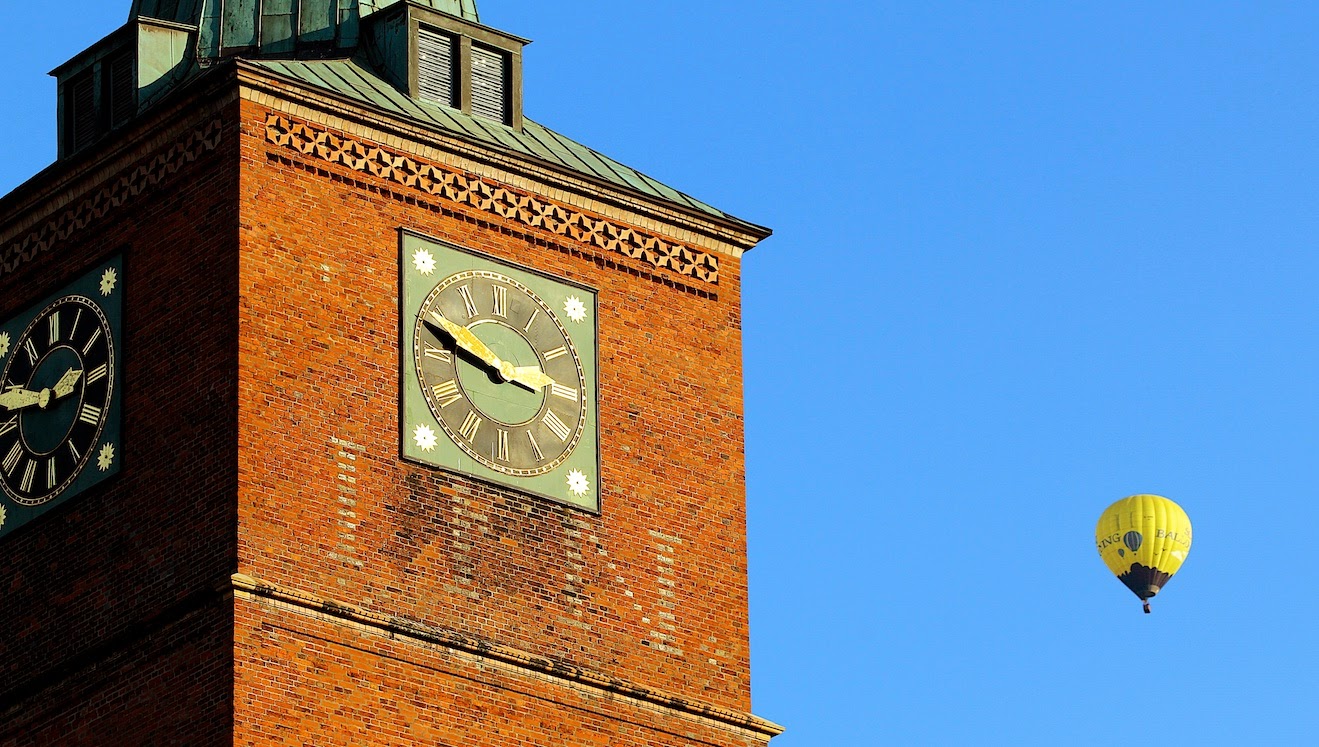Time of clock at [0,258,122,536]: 2:48
